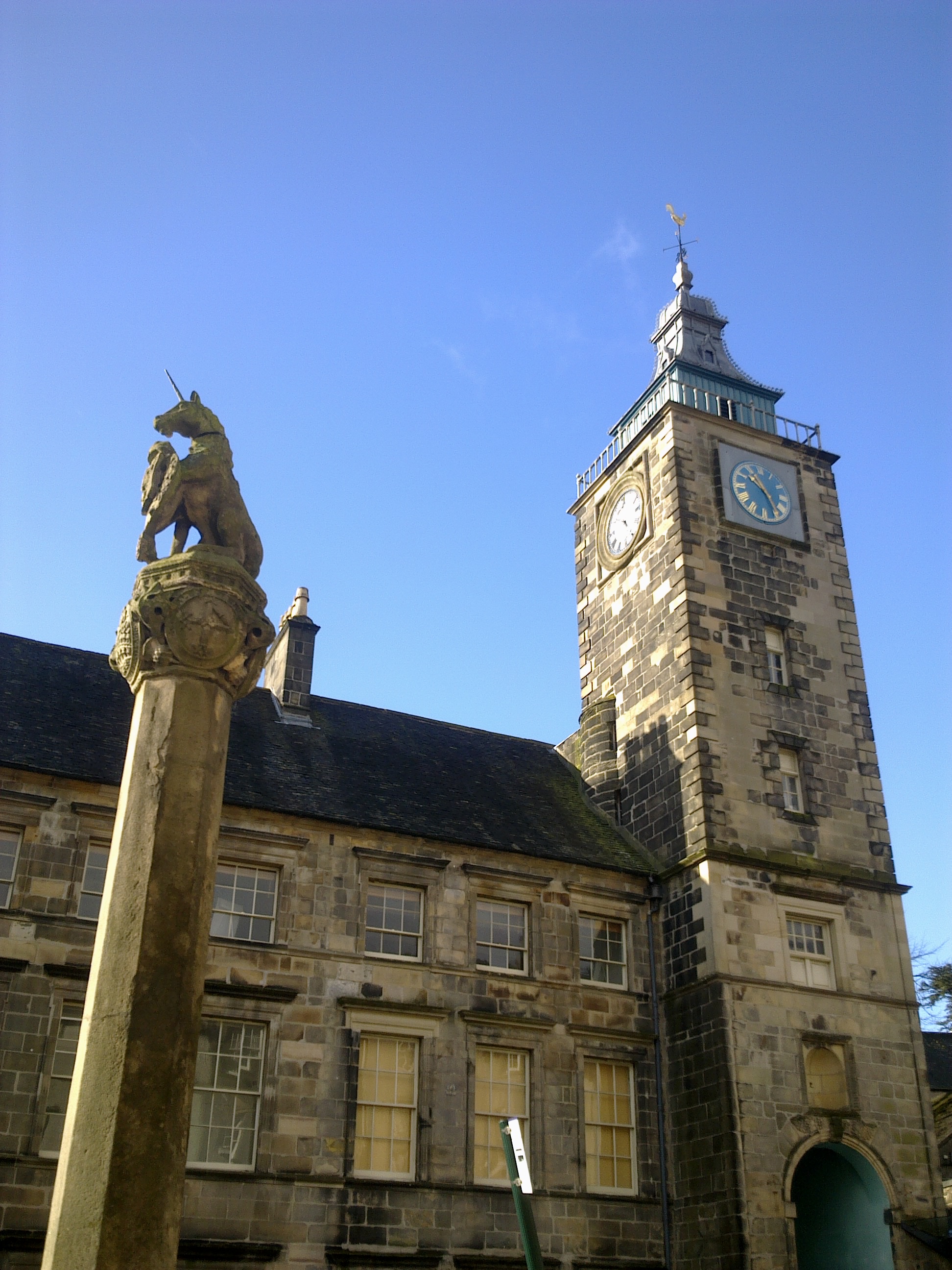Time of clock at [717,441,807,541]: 10:24
